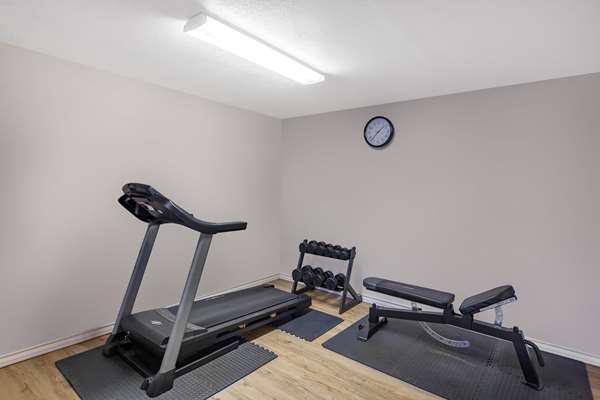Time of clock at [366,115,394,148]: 1:36
